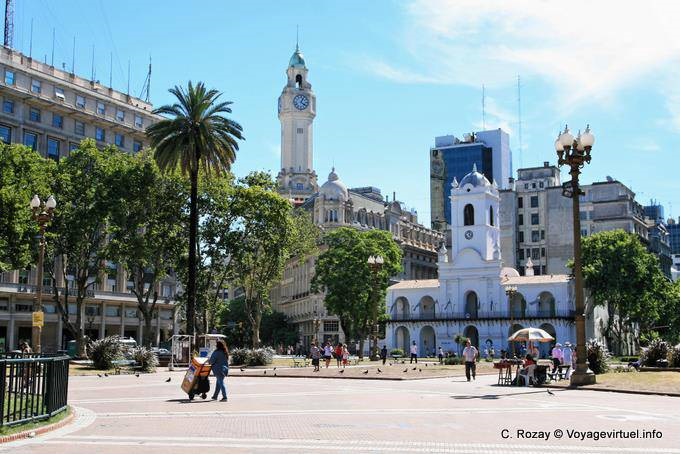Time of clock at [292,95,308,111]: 4:04
